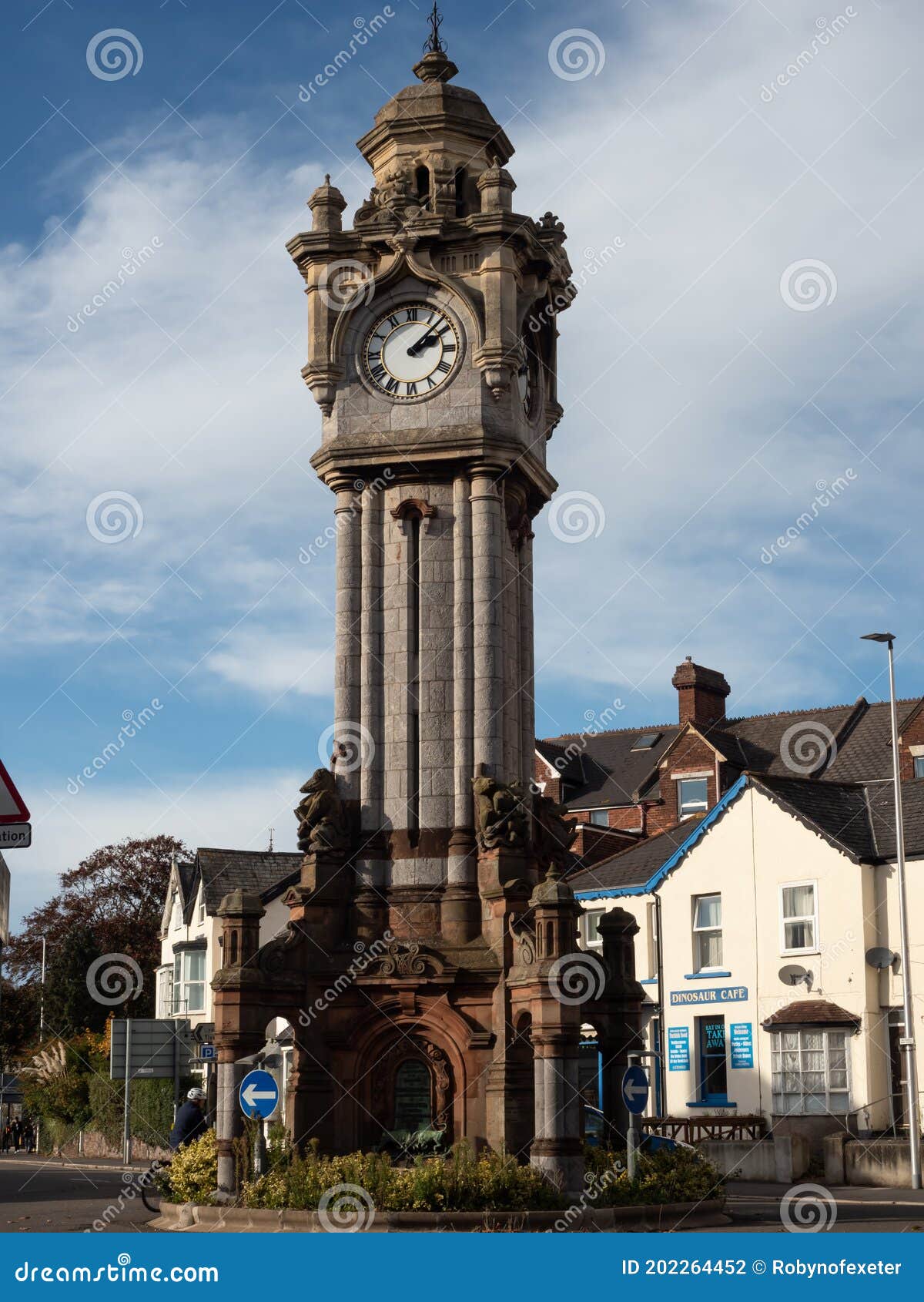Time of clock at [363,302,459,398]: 2:07
